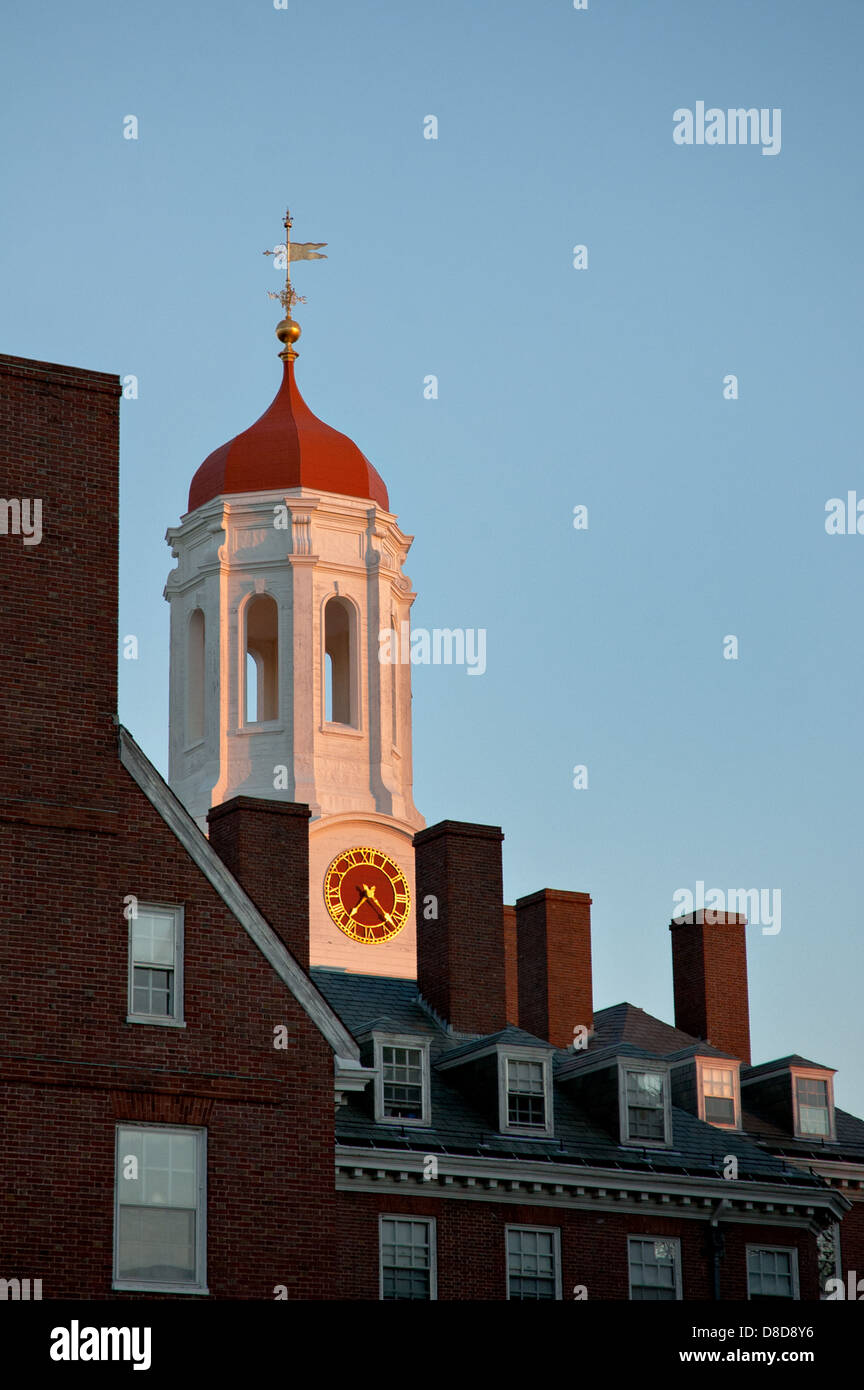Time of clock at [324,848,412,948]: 7:22
